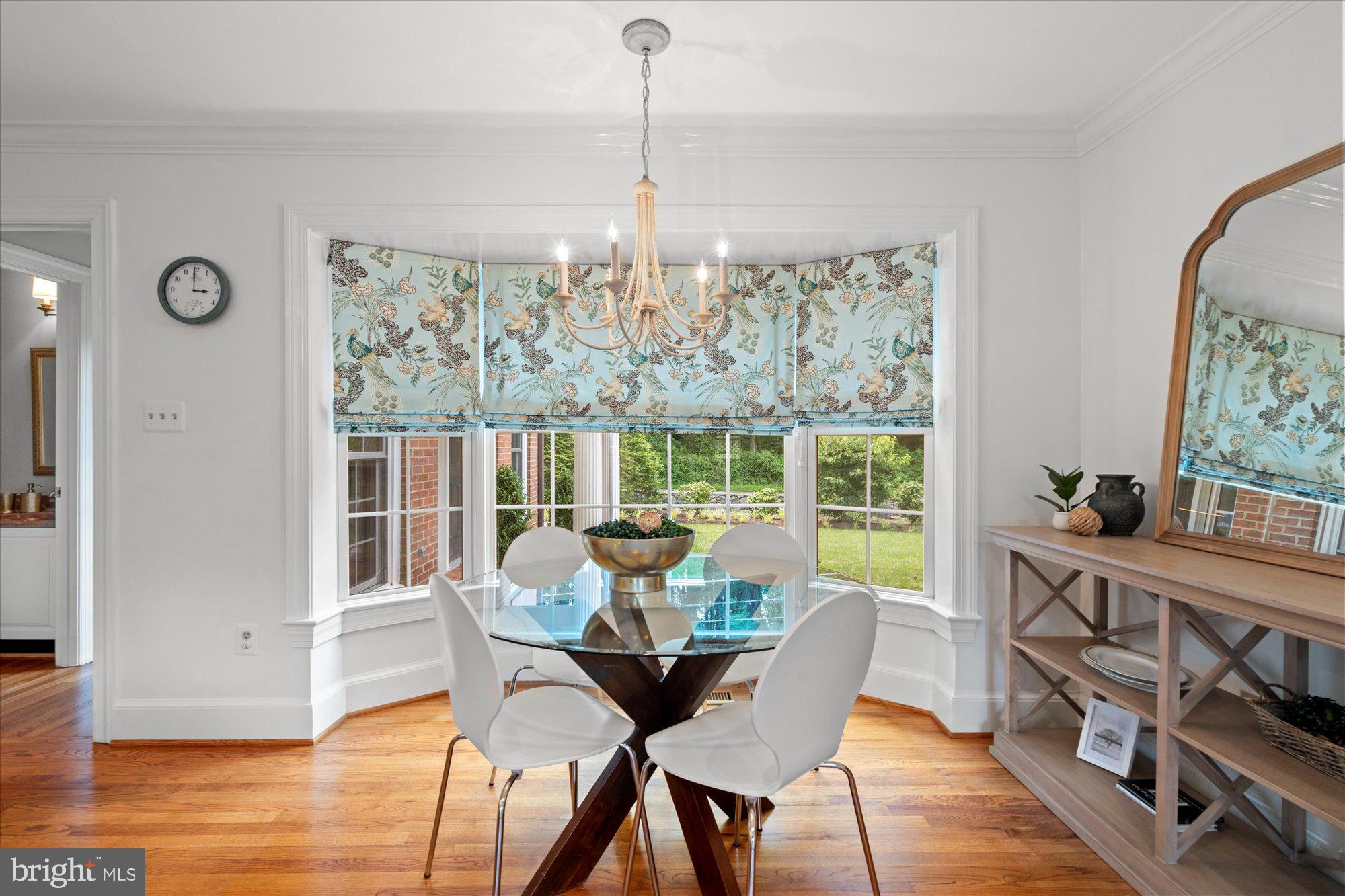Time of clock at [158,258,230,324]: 2:59
